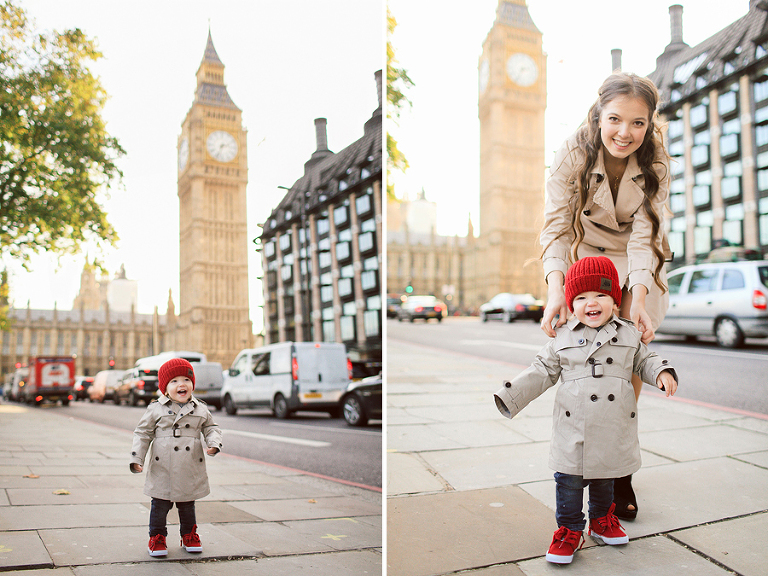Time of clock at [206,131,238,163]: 2:33
